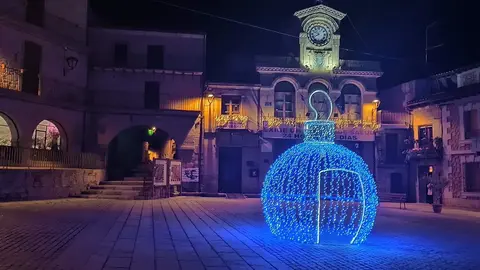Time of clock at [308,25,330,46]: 7:52
